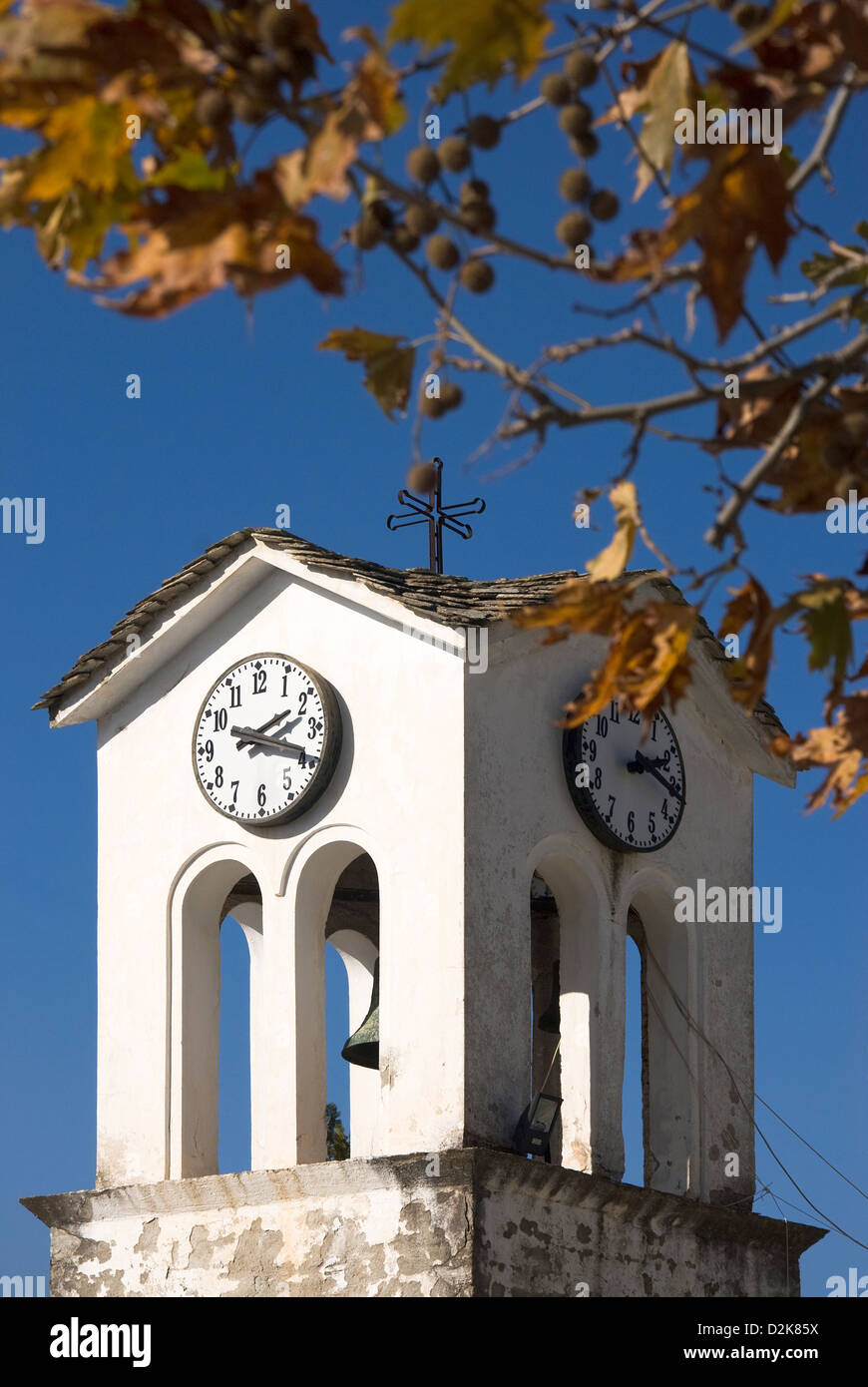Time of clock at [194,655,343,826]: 2:18
